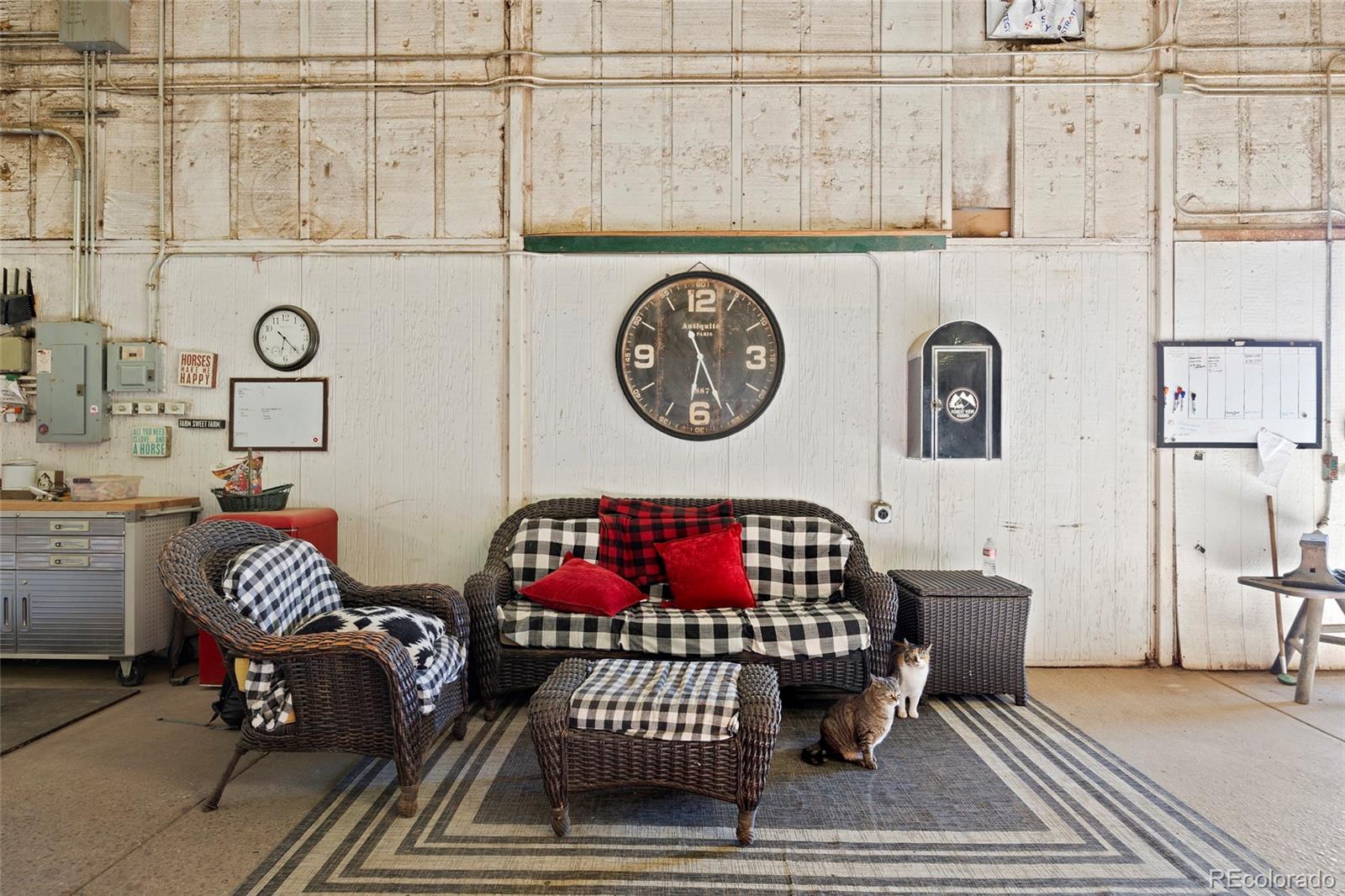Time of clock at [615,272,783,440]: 6:26
